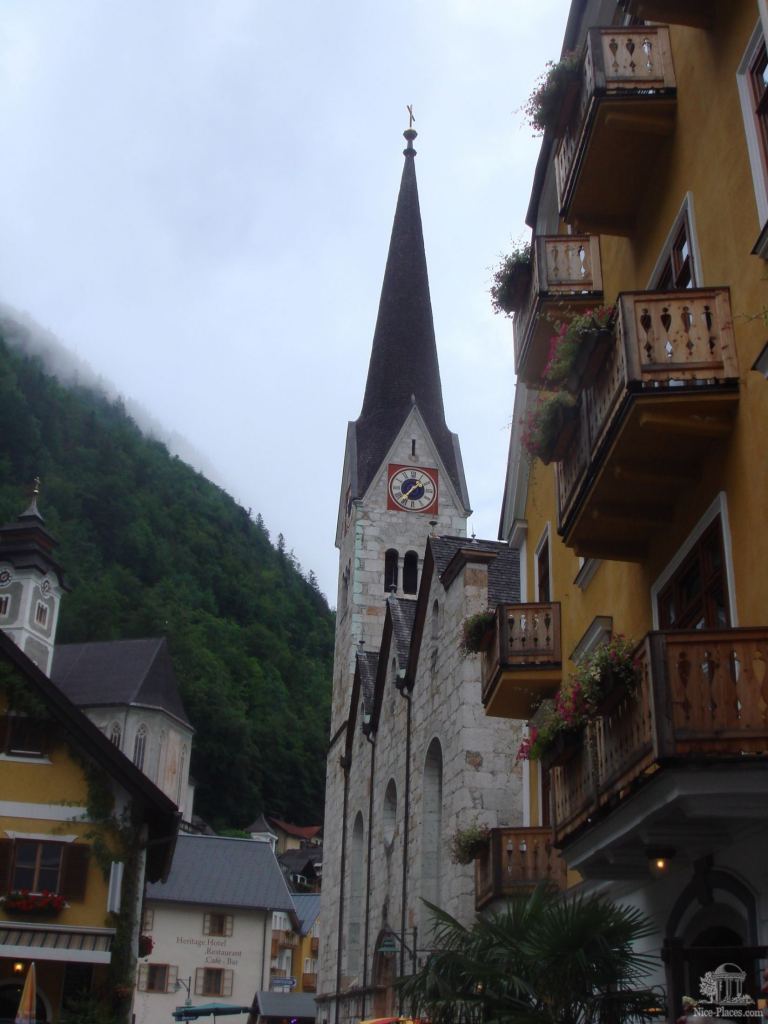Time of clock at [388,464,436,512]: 1:36
